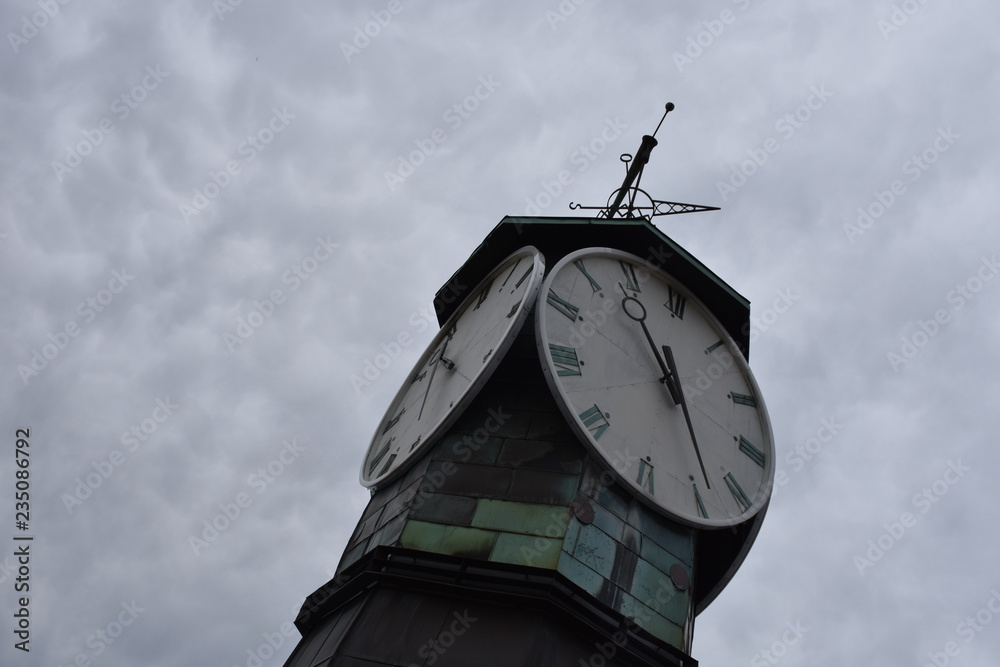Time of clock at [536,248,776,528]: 11:28
